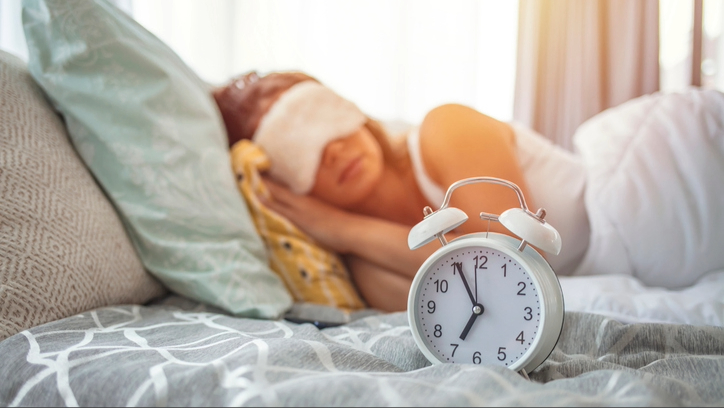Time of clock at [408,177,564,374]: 6:55
